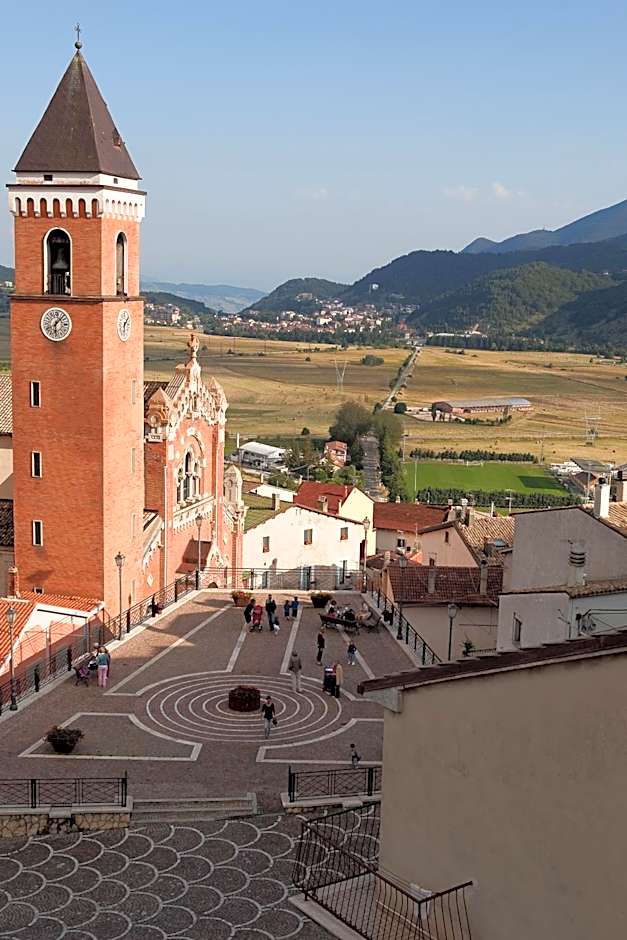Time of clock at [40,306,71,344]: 6:07
